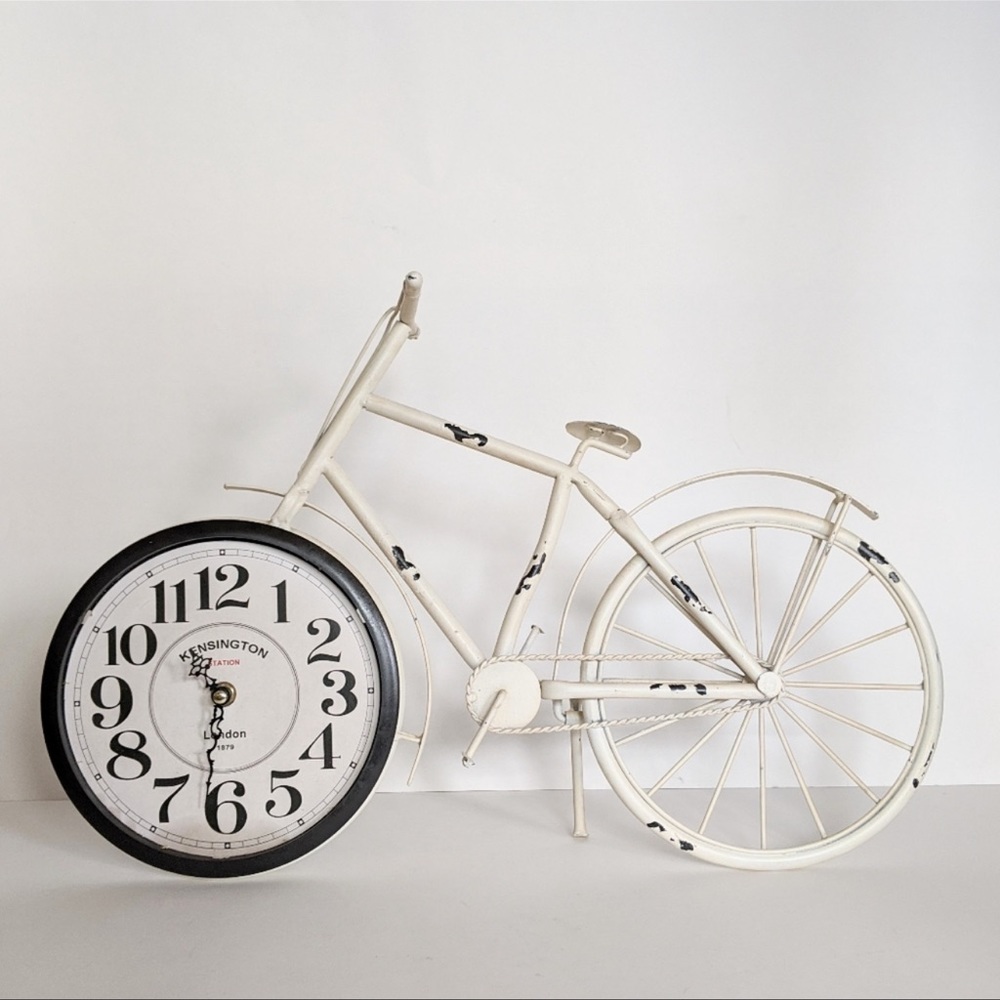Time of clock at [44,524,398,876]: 10:31
